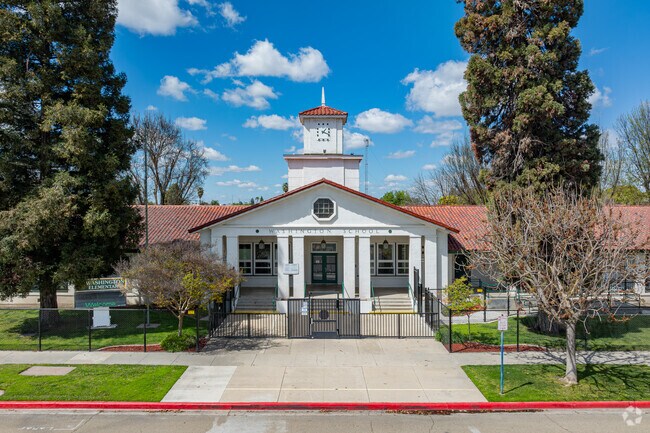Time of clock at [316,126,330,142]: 1:18
